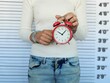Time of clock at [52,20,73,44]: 10:07
